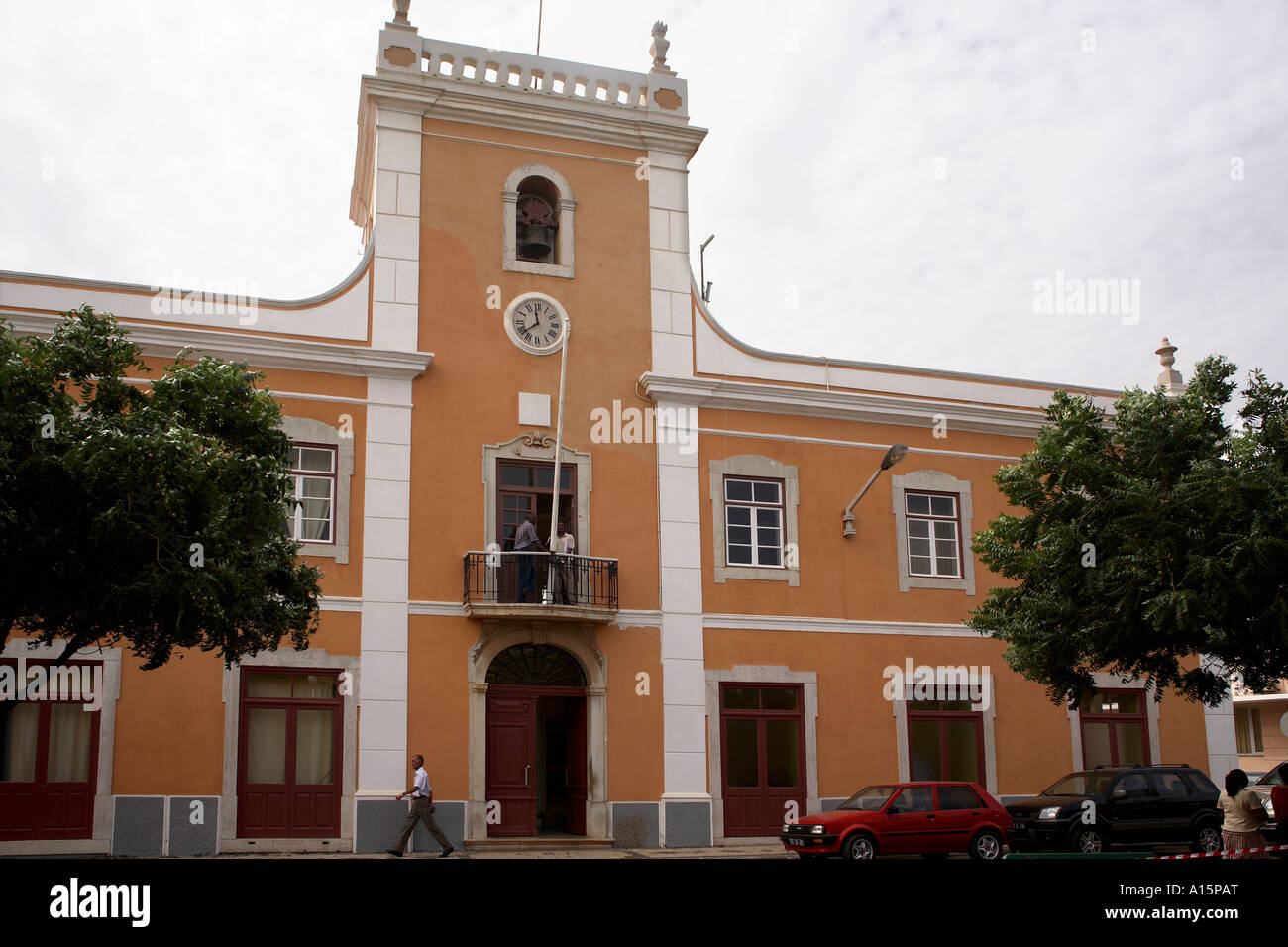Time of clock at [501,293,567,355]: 11:38
